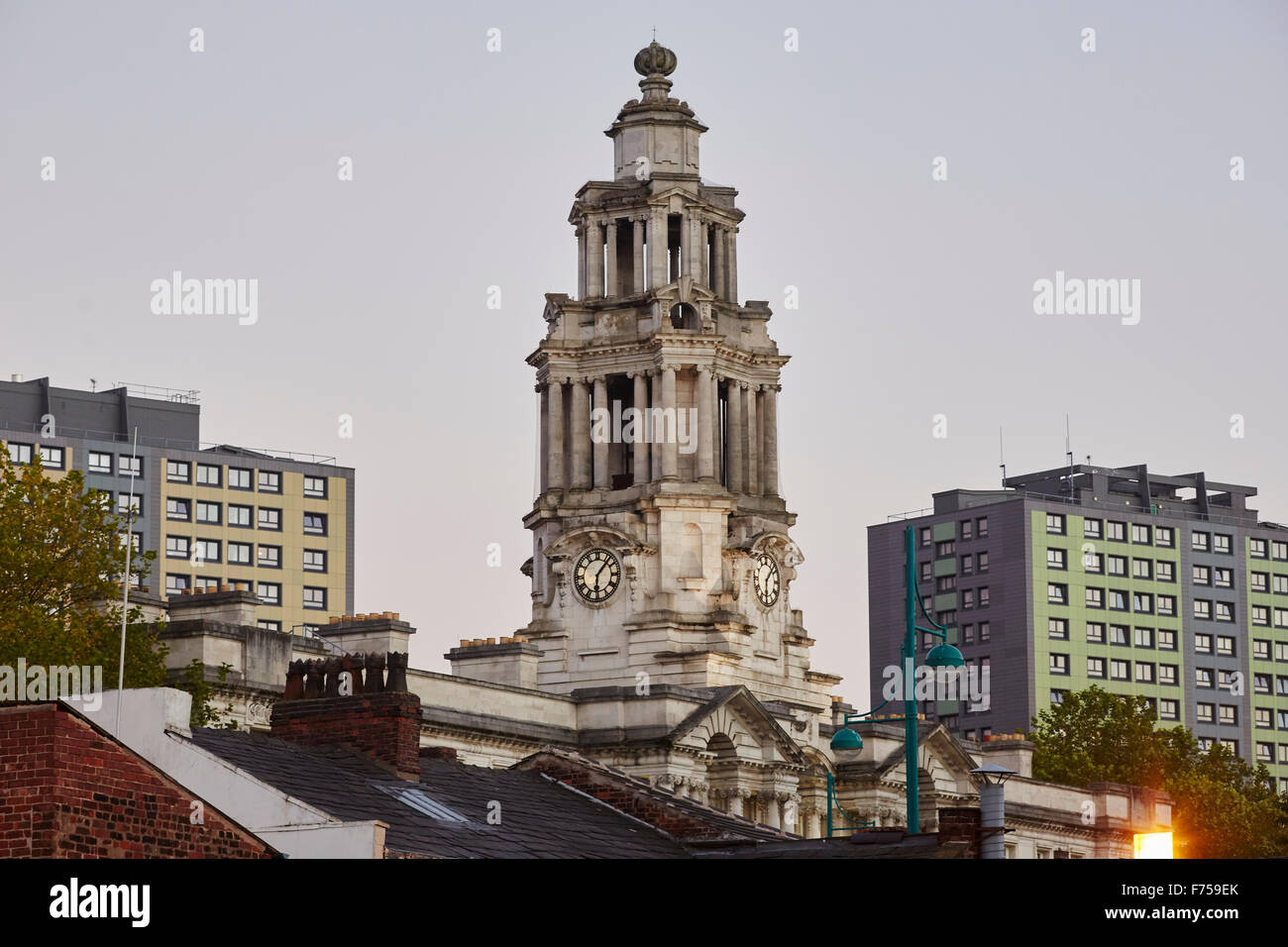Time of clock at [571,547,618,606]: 6:06
